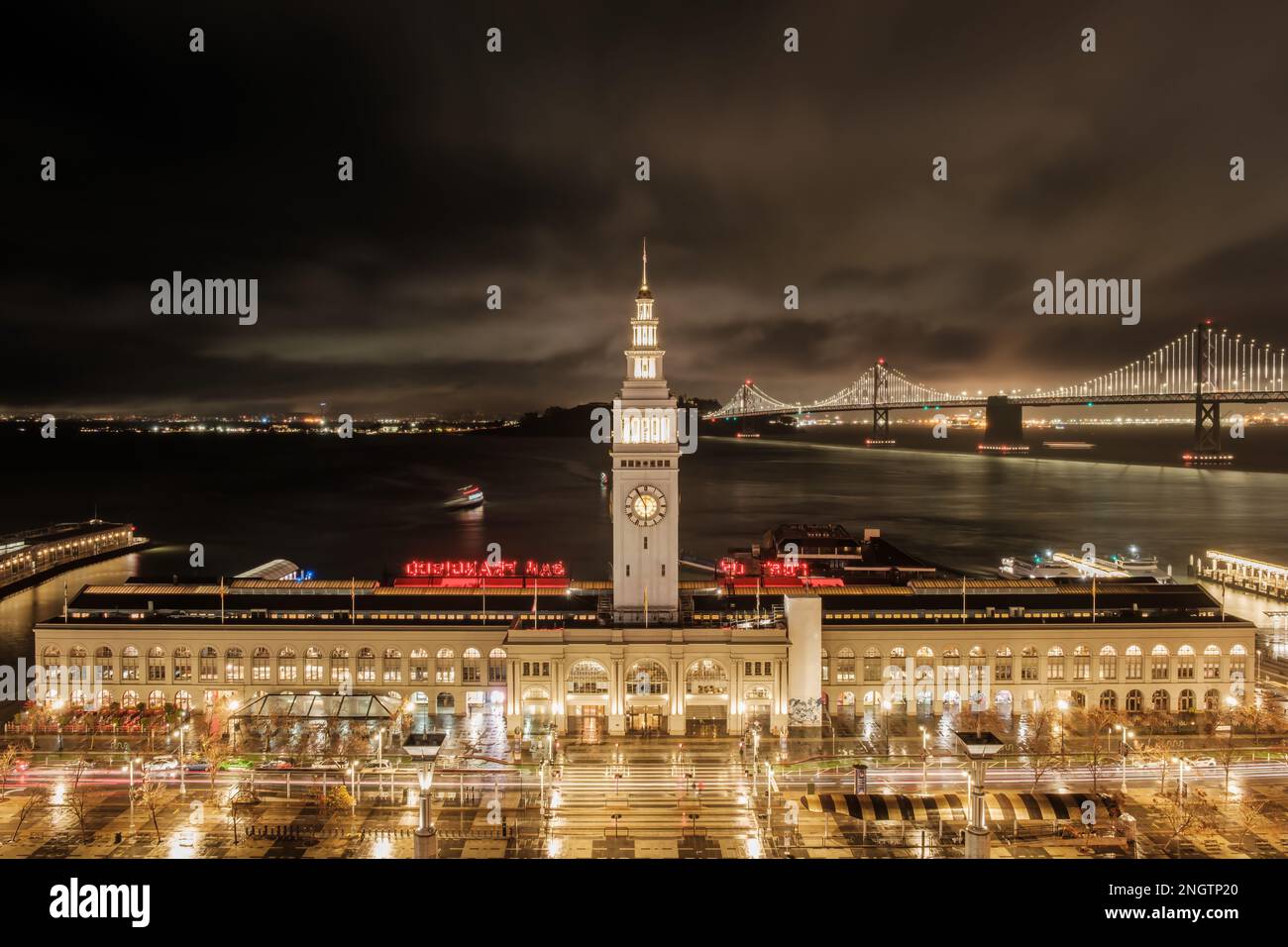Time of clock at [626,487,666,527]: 5:55
